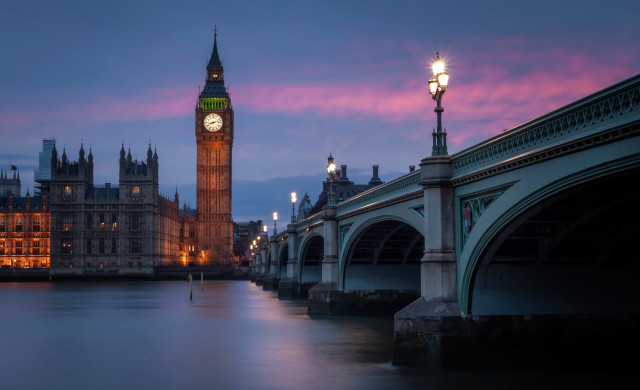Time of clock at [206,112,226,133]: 8:12
